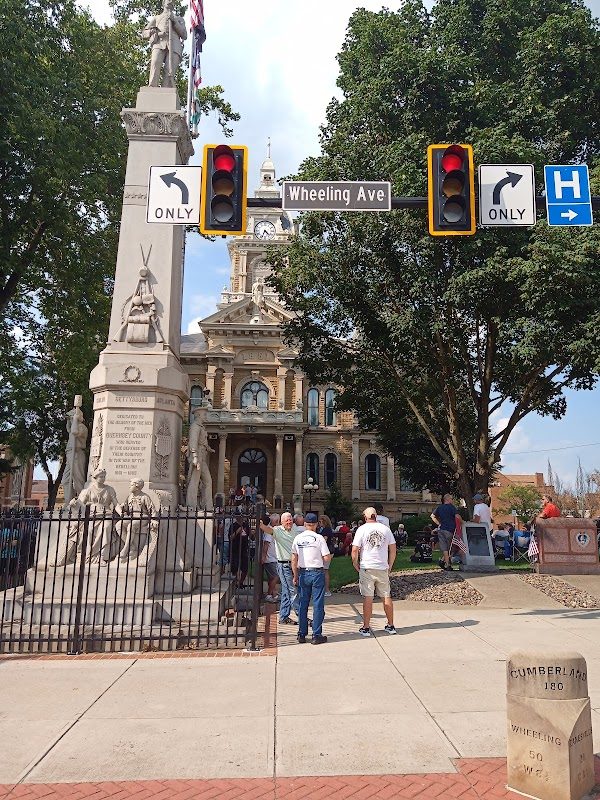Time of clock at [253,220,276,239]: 4:33
